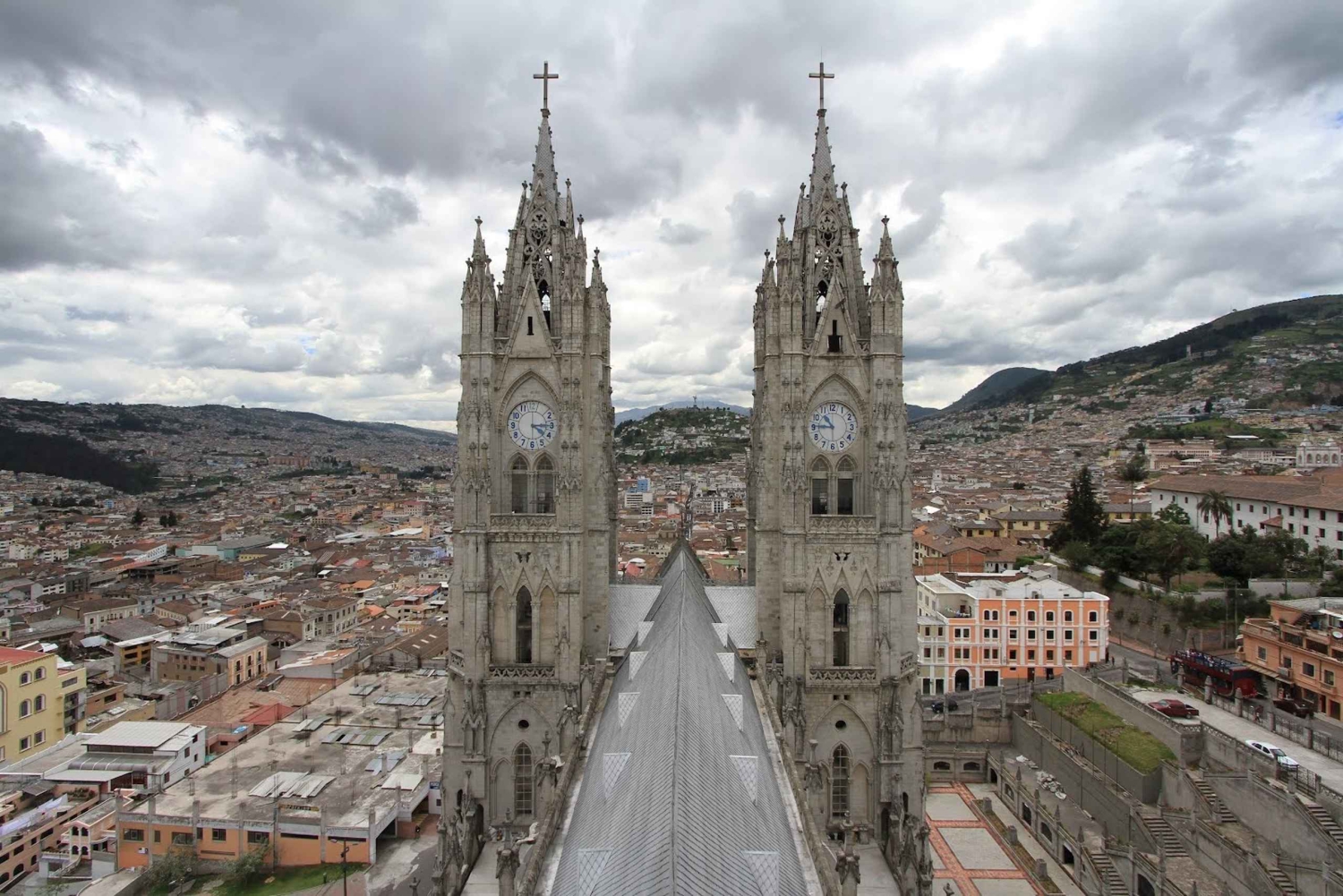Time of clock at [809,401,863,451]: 10:45
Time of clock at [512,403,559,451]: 4:15
